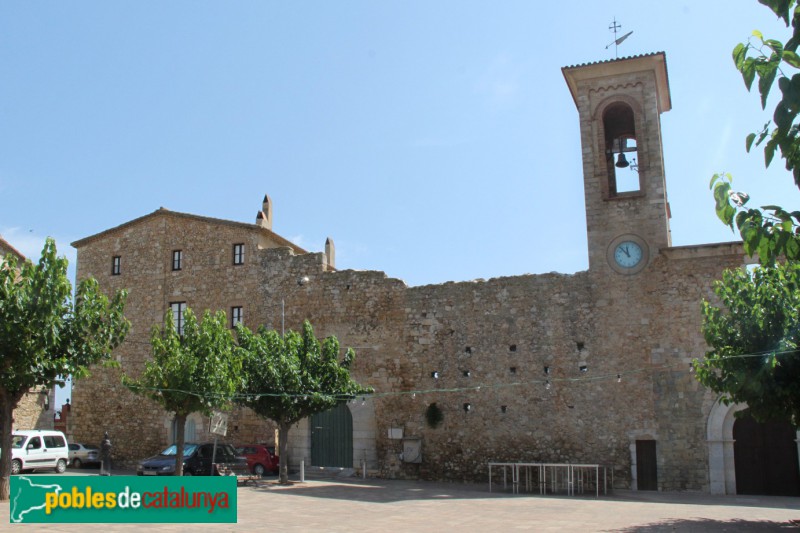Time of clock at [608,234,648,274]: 11:53
